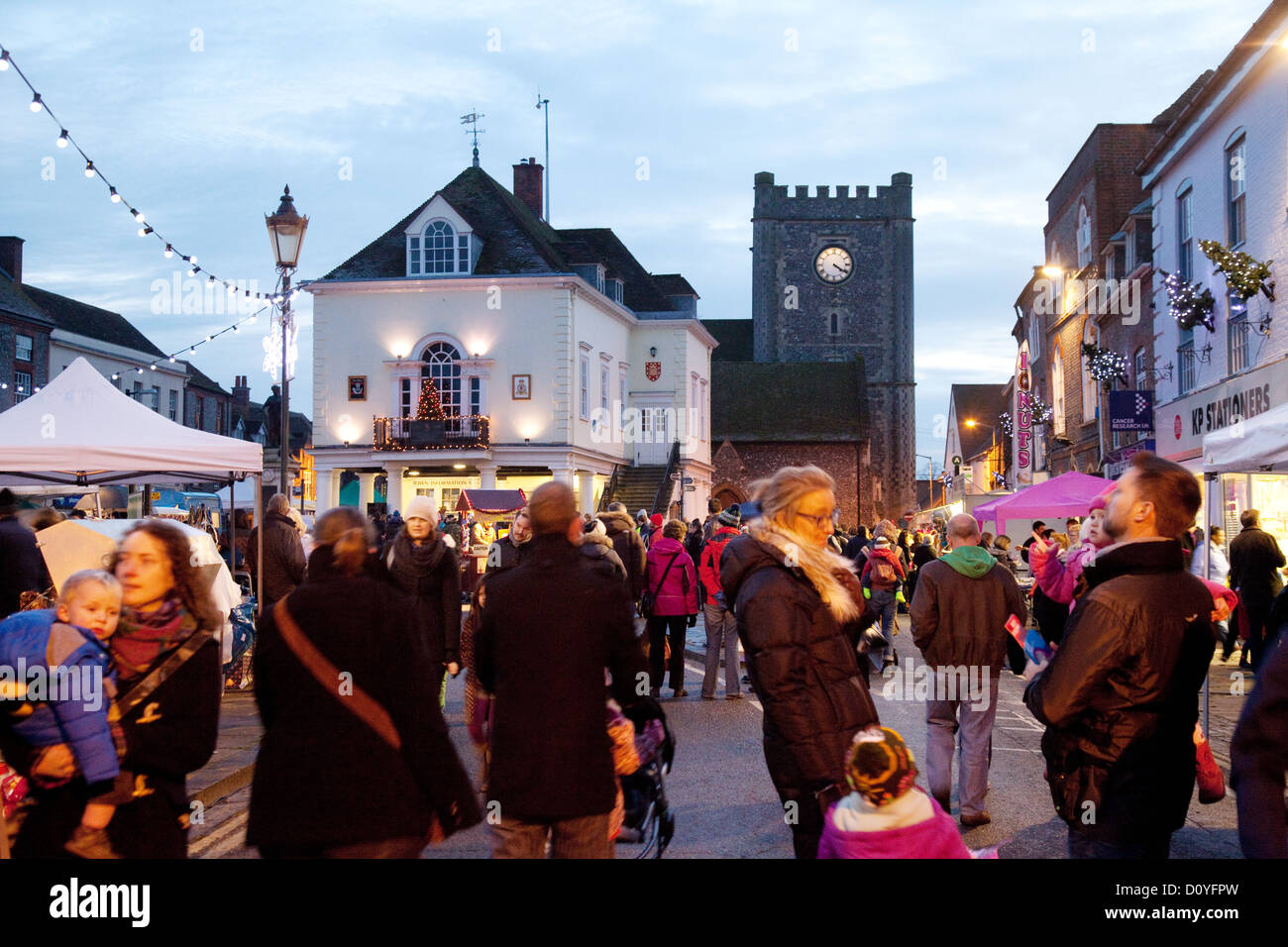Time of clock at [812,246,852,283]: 4:20
